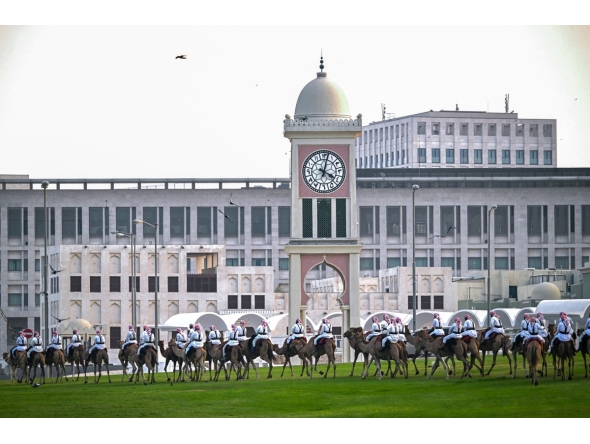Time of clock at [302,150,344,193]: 4:02
